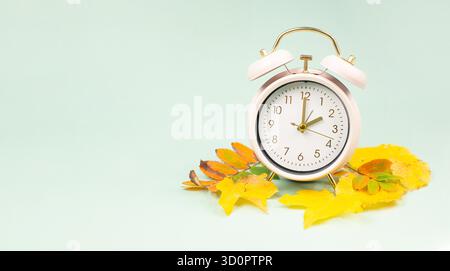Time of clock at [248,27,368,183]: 2:00
